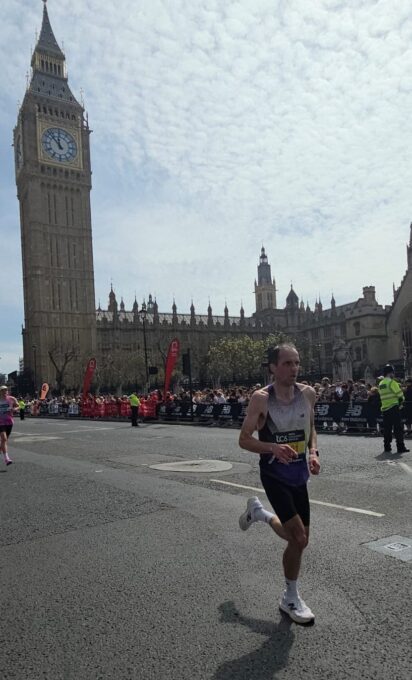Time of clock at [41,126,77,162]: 11:52
